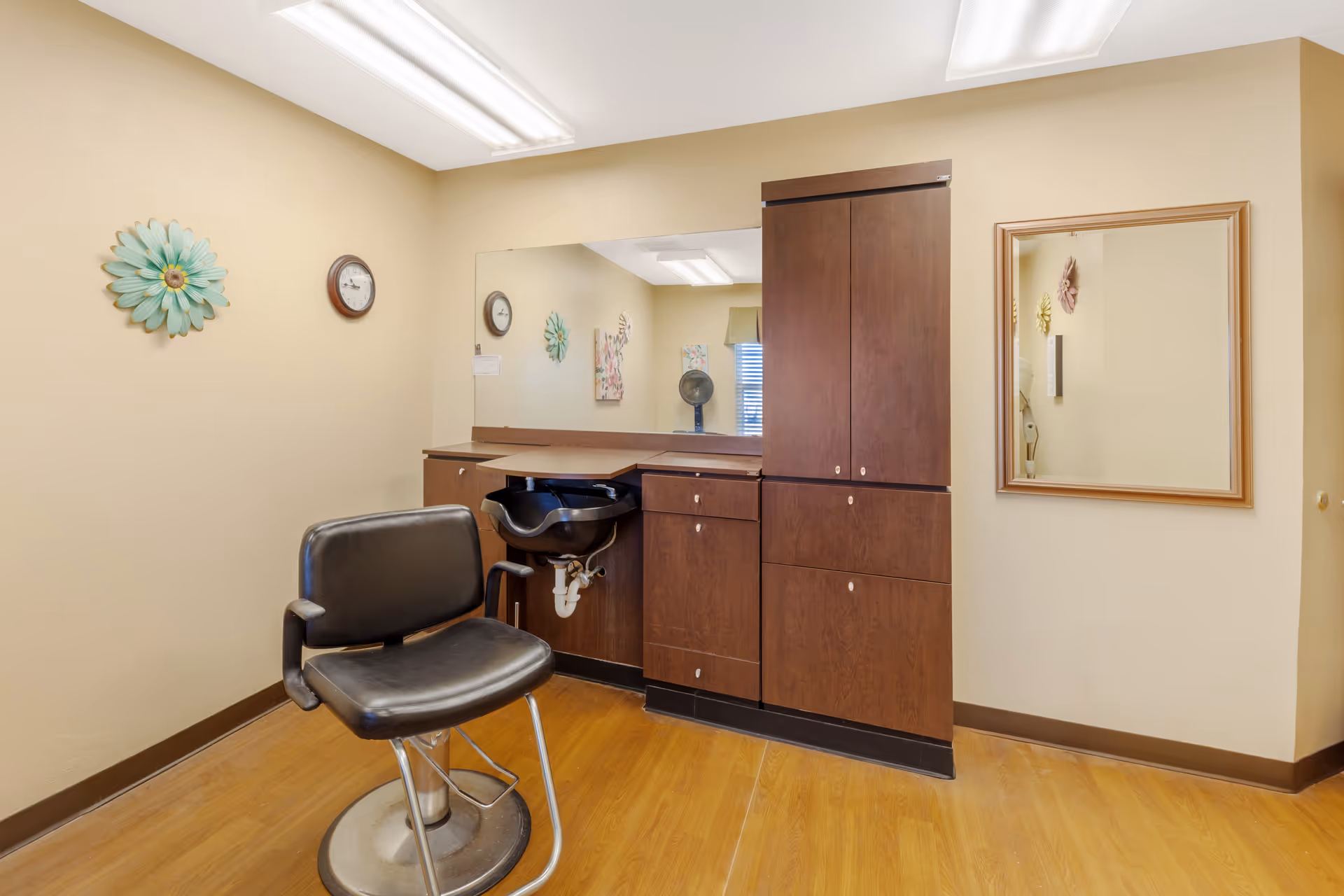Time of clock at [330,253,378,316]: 10:45
